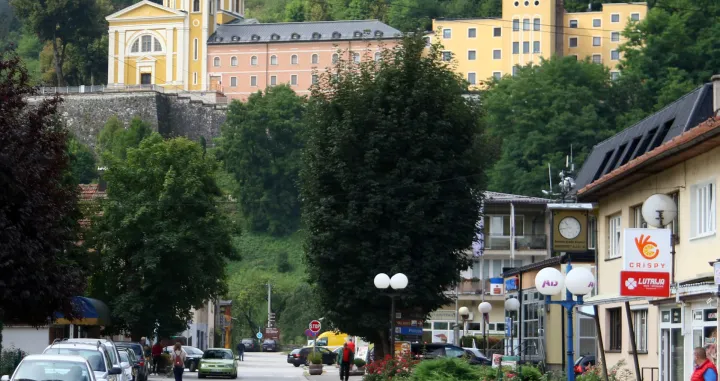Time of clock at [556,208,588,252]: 10:43
